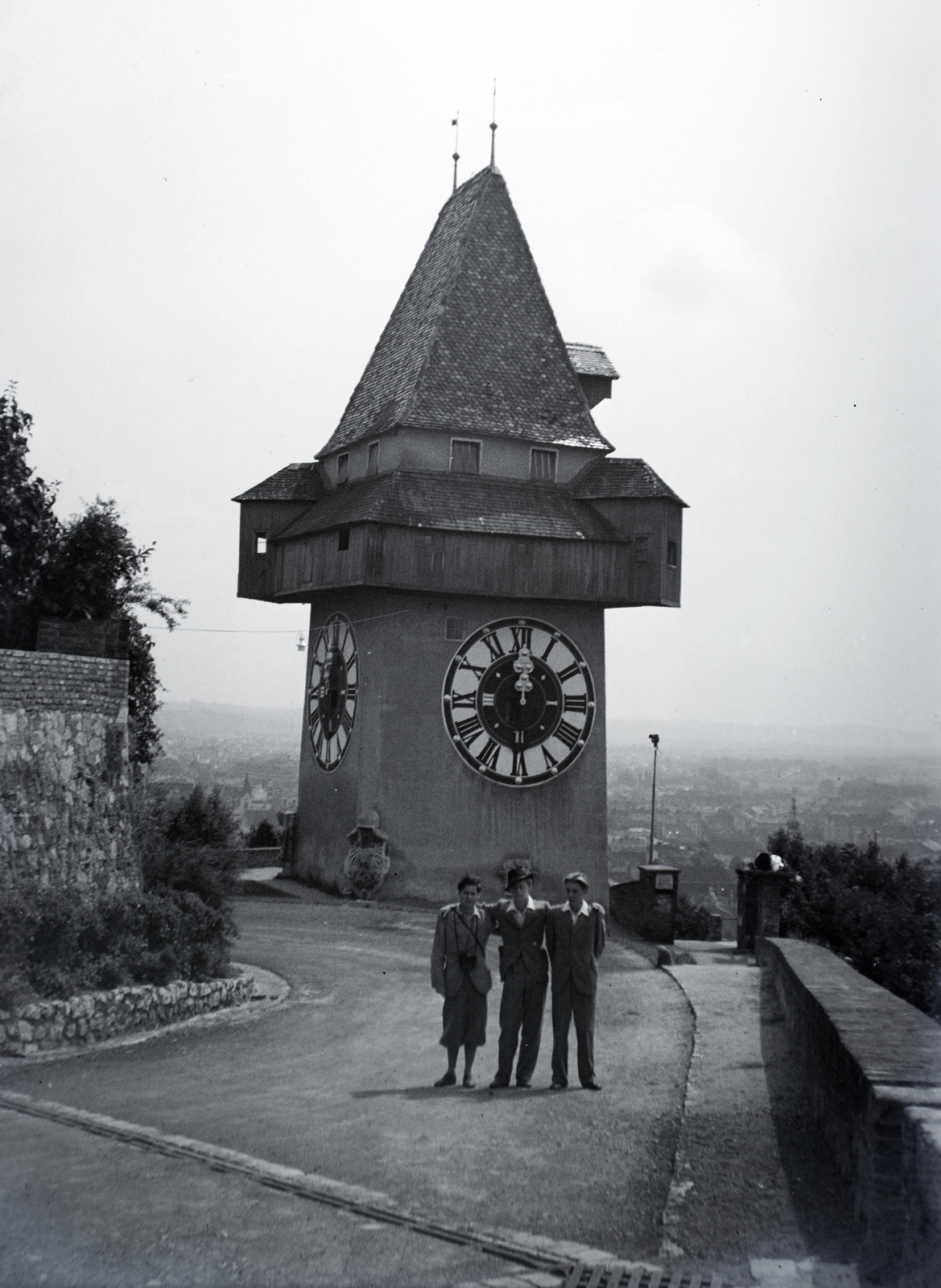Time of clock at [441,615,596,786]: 12:04
